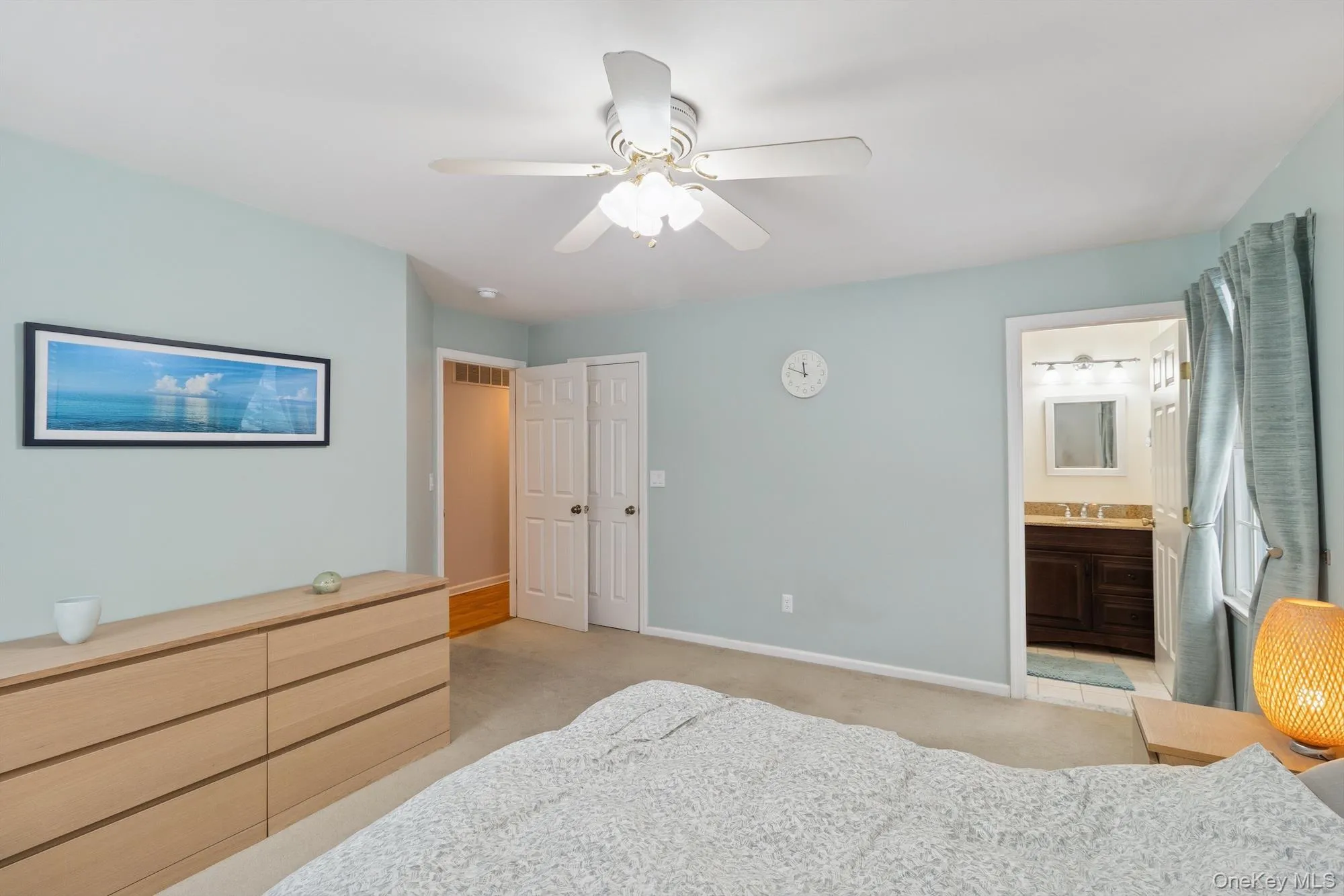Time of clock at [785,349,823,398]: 11:48
